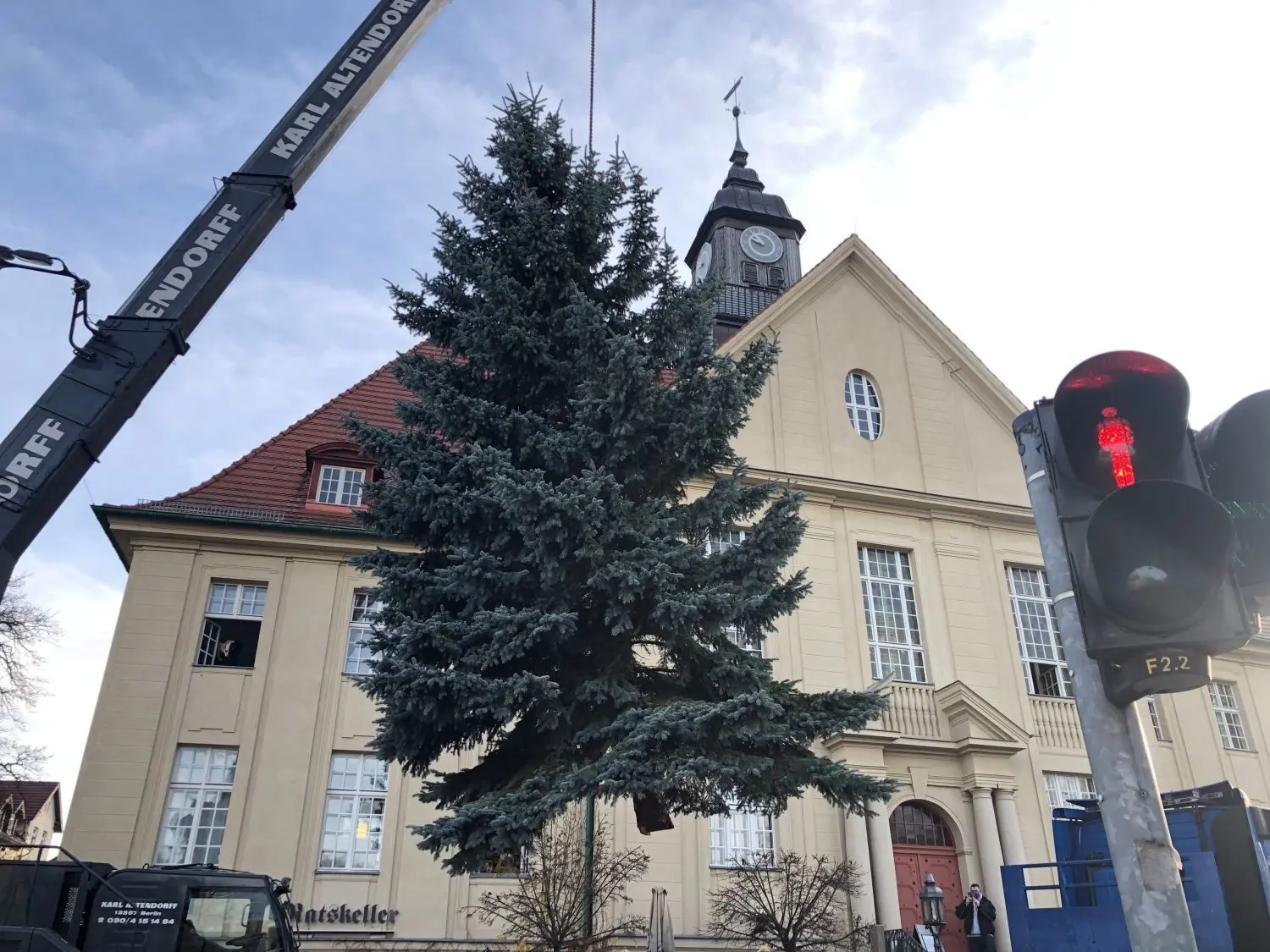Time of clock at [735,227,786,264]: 9:53
